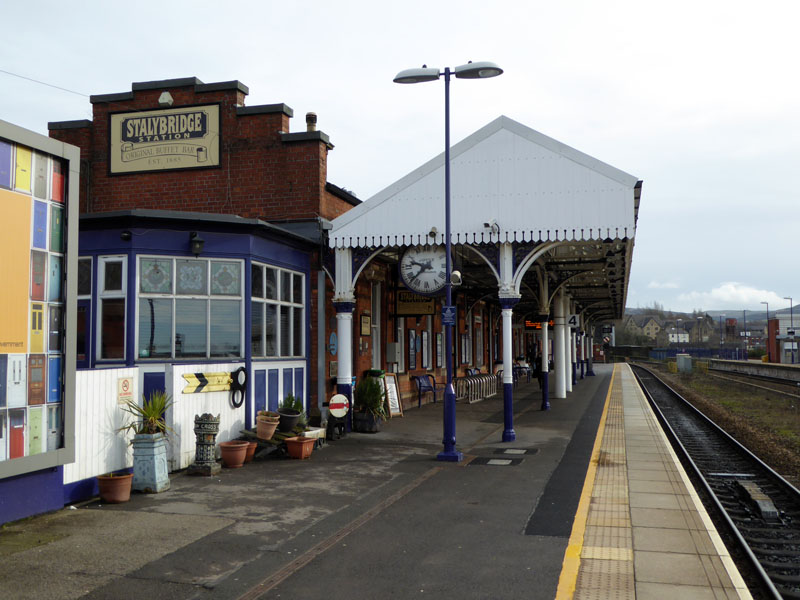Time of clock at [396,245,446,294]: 9:38
